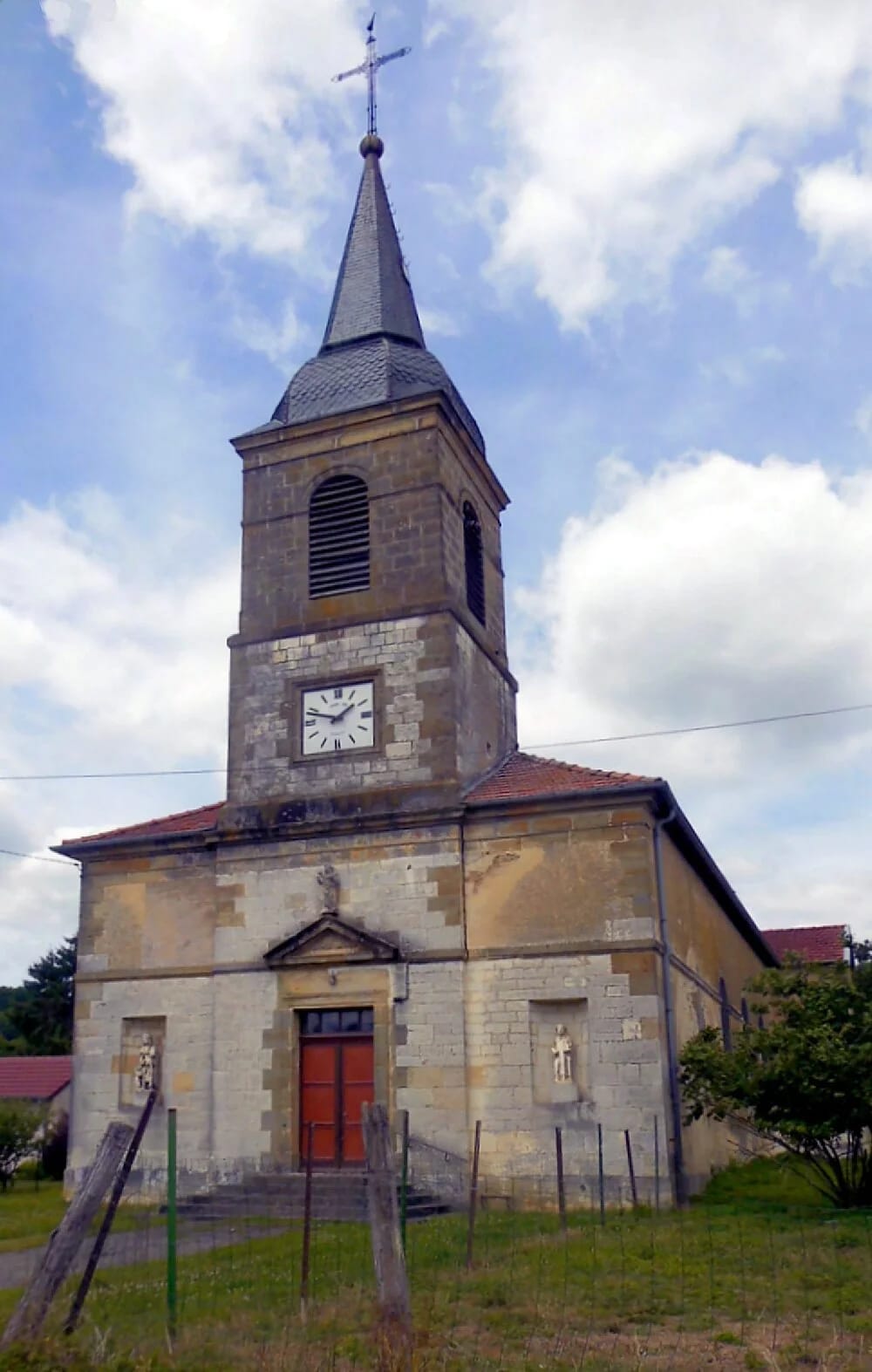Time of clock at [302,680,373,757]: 1:47
